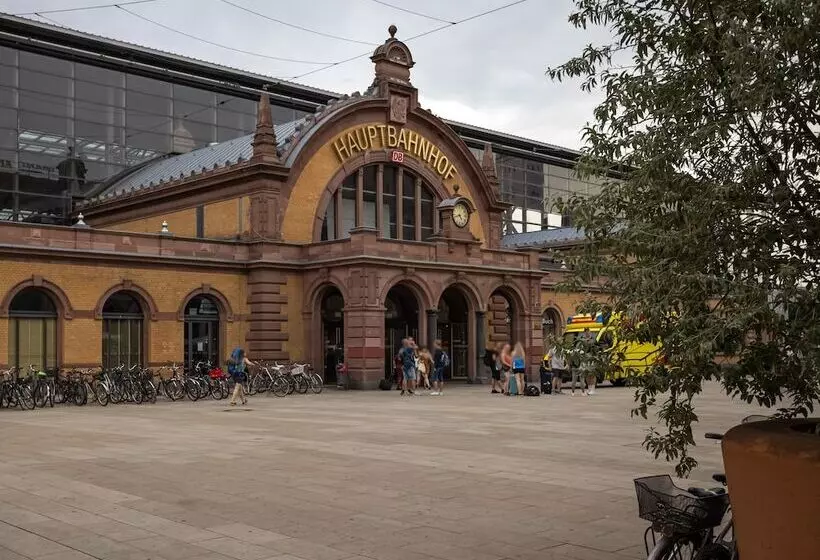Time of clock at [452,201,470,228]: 4:42
